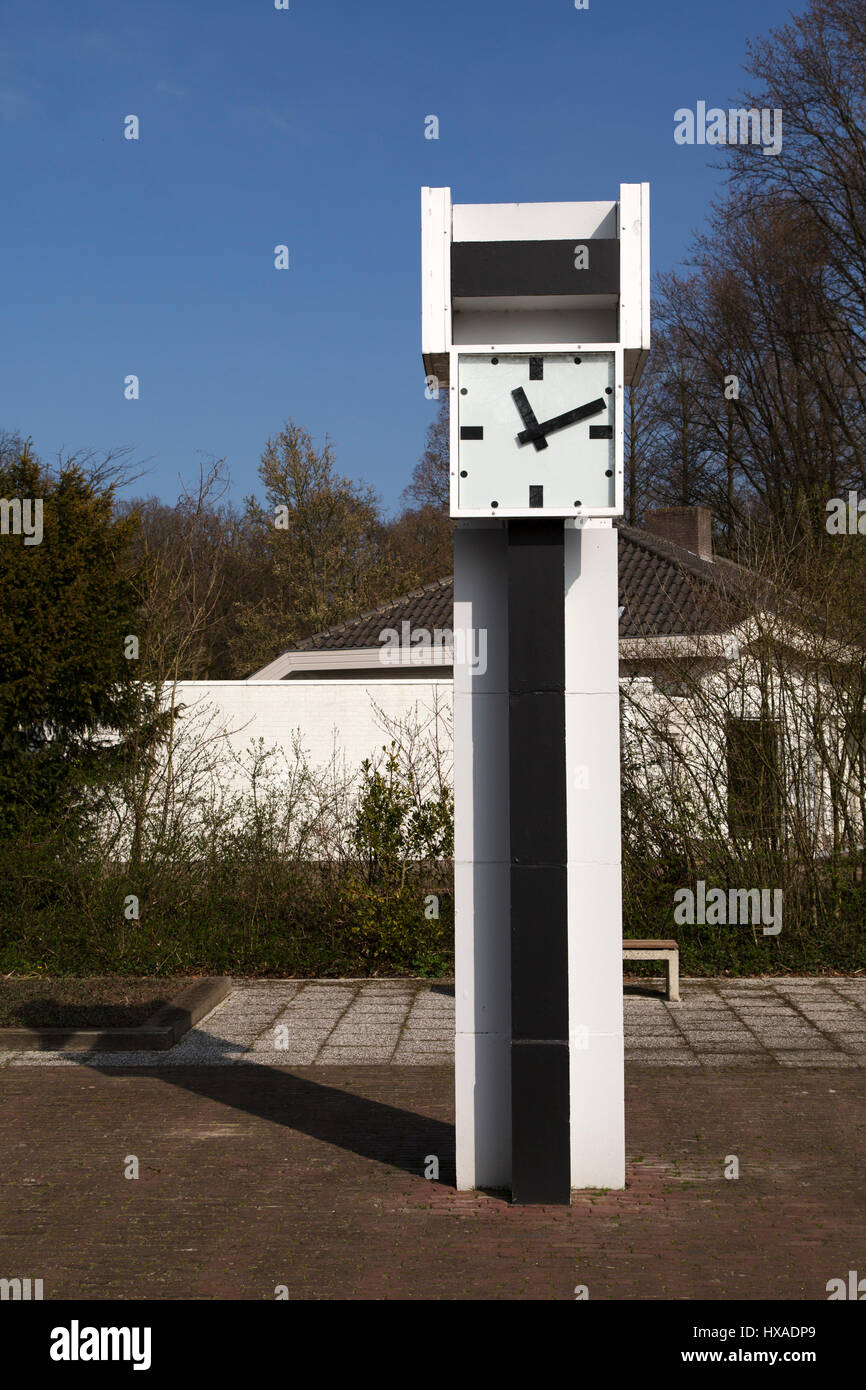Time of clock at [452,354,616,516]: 11:11
